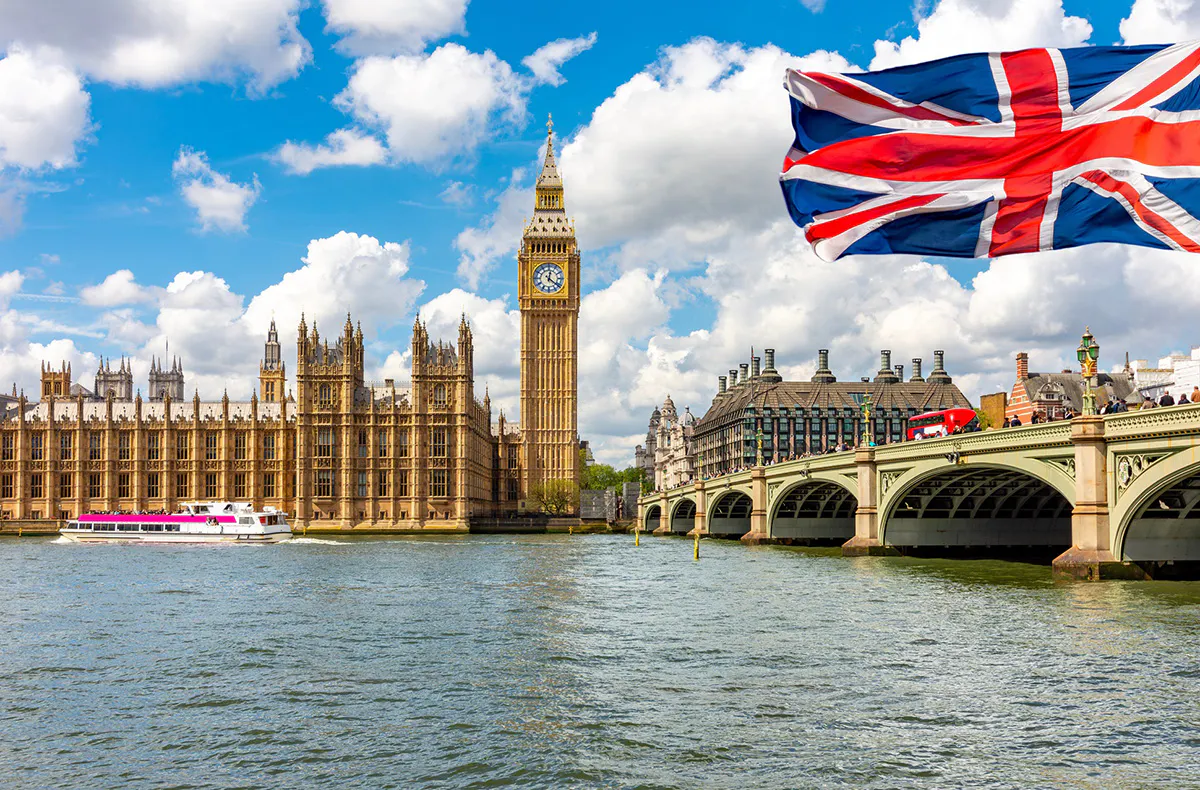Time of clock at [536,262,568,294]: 12:21
